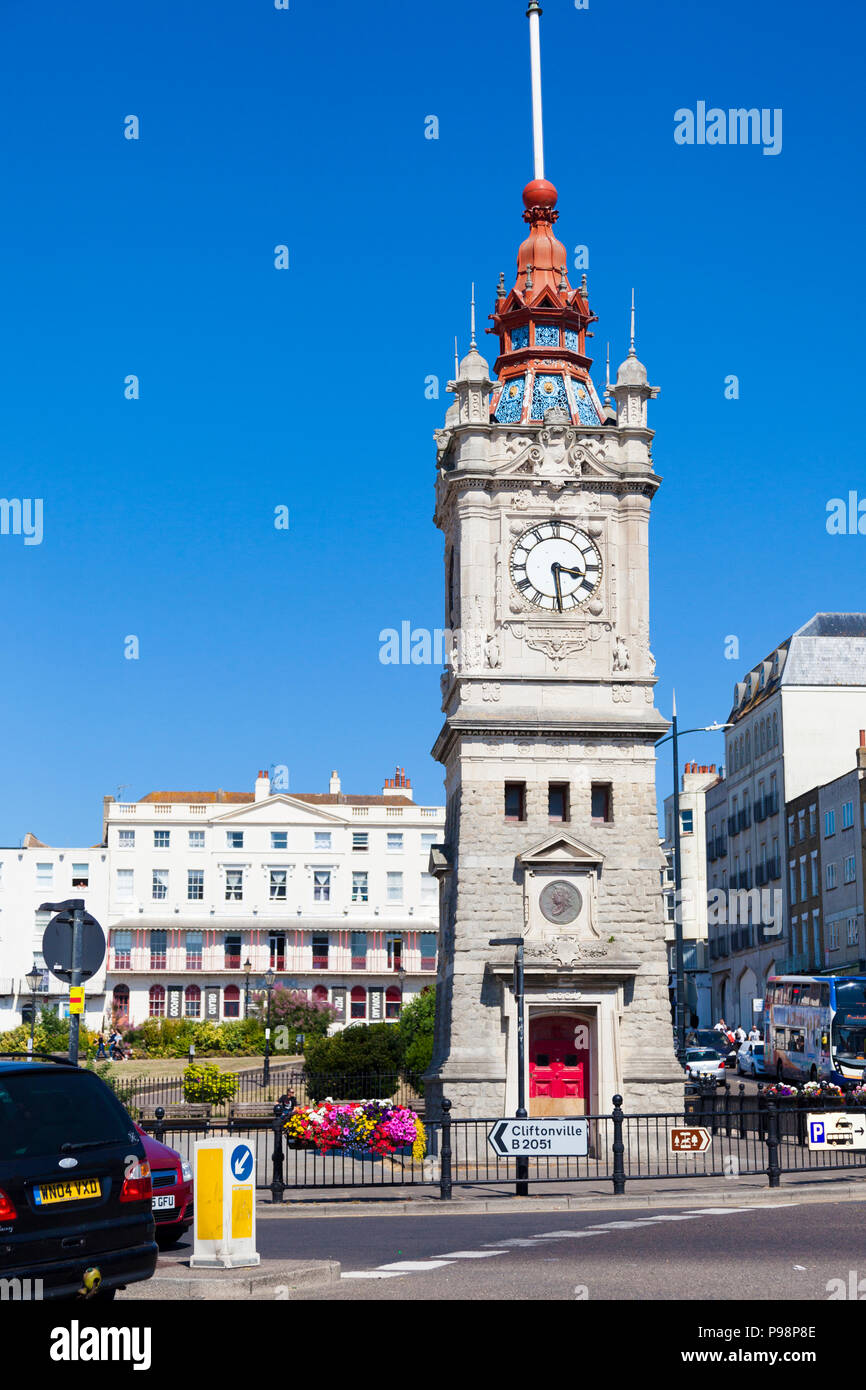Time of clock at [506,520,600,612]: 3:29
